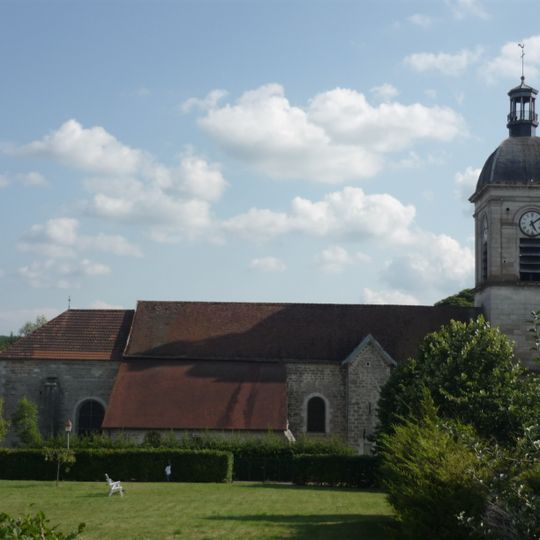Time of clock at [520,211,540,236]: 5:08
